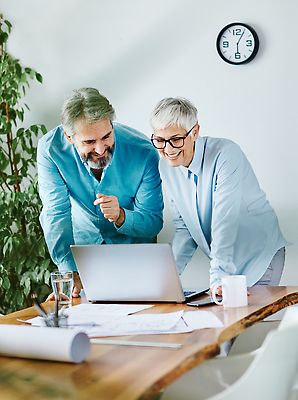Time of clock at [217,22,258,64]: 6:04
